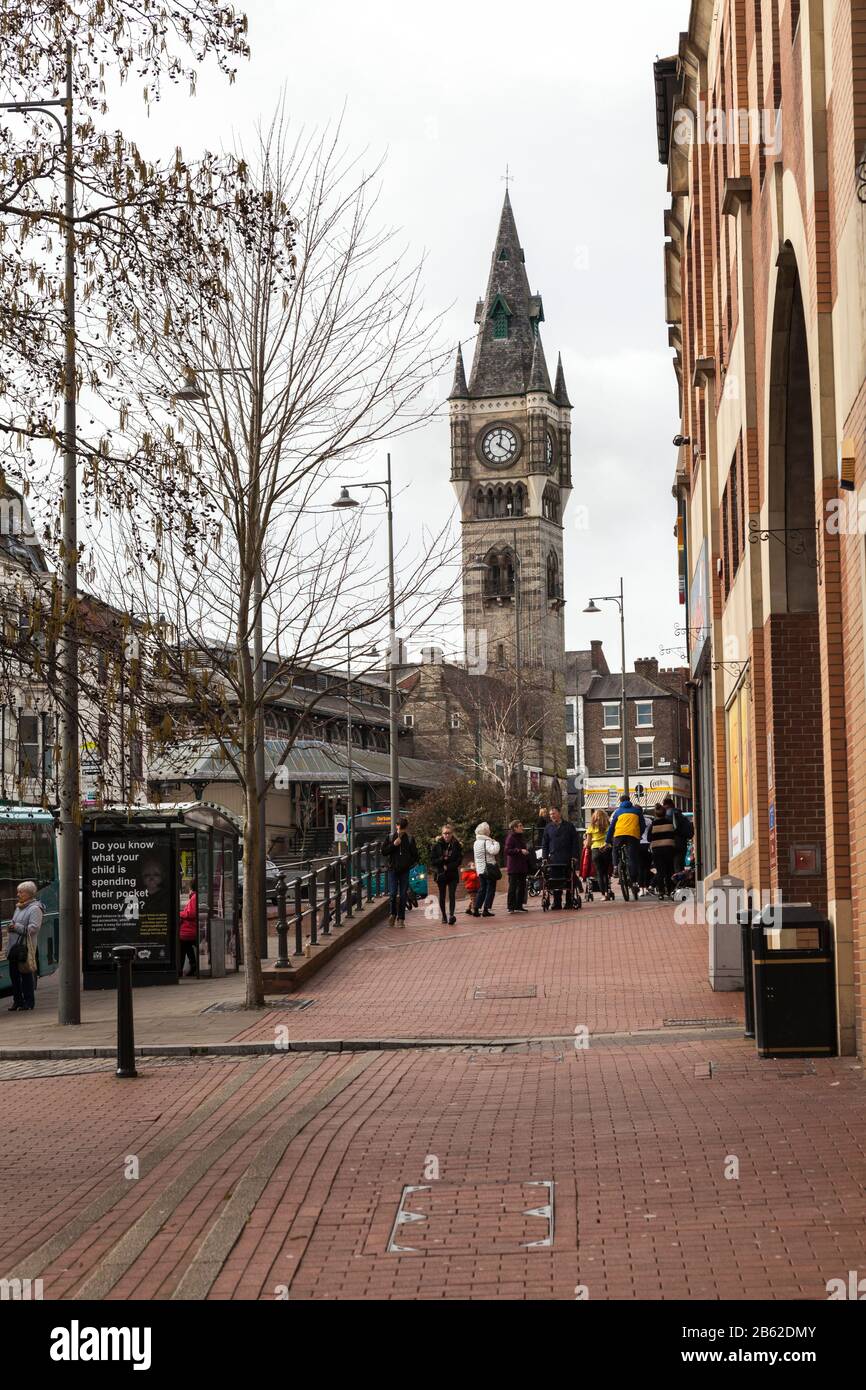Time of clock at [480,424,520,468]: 12:21
